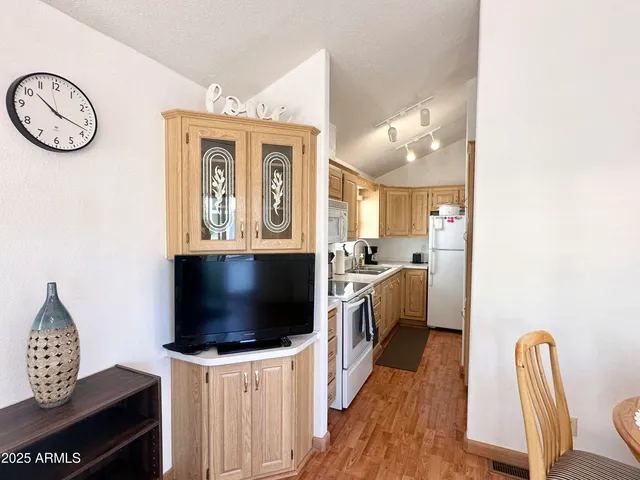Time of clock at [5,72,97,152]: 10:17
